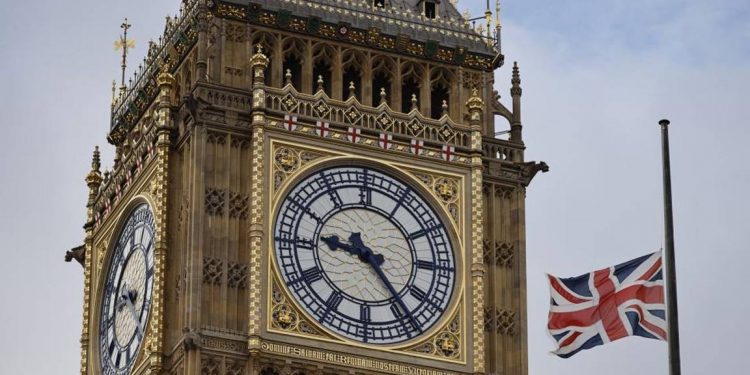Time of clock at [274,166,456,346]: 9:23
